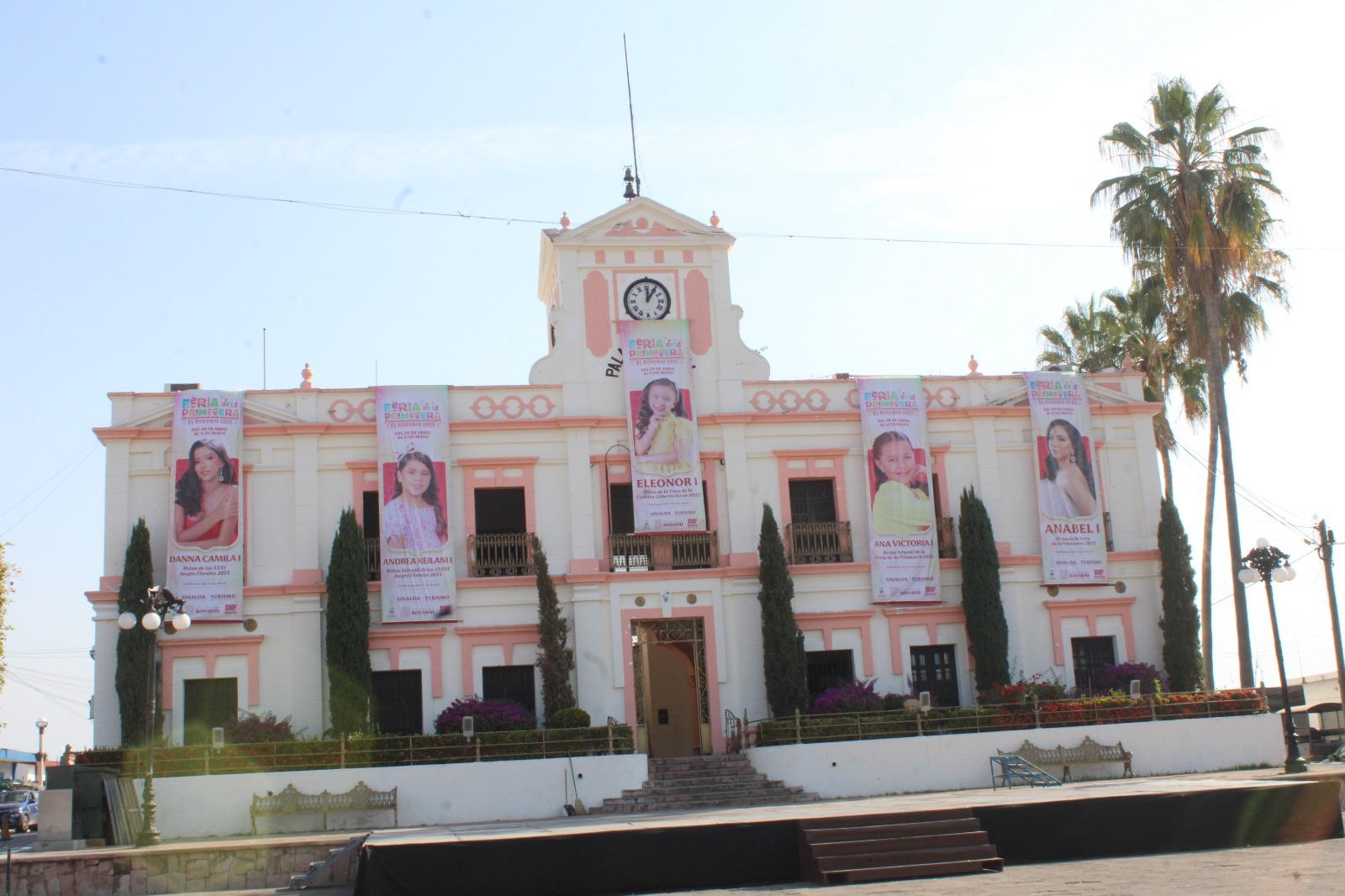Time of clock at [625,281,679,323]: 12:05
